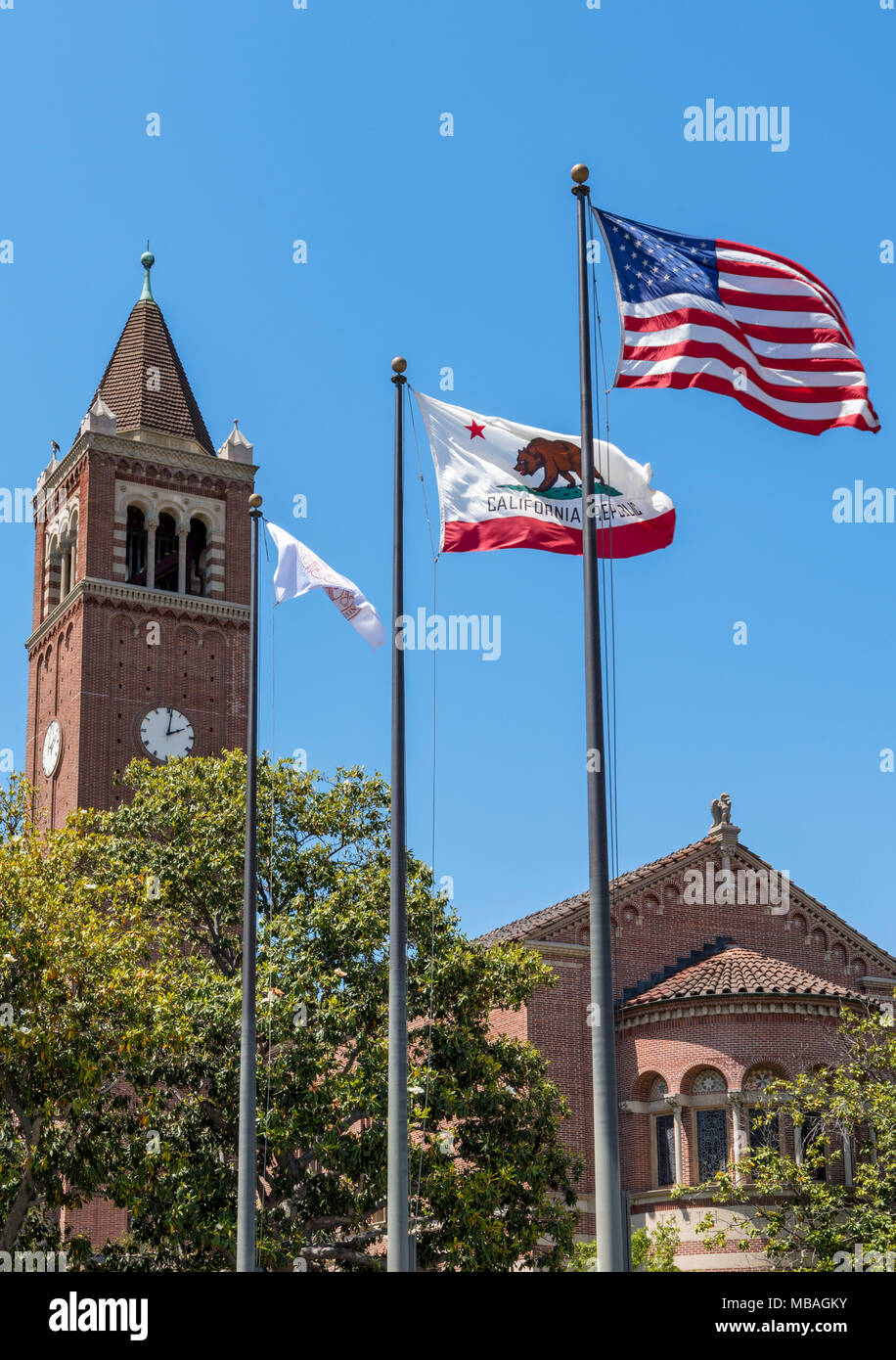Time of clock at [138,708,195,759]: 2:01
